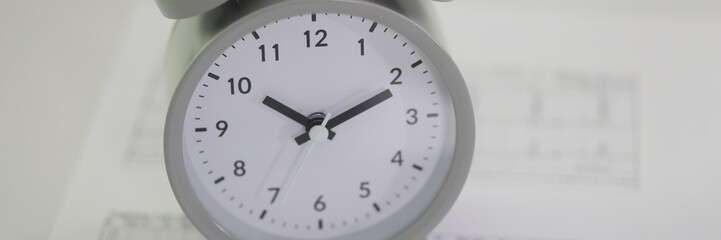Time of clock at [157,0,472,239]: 10:11
